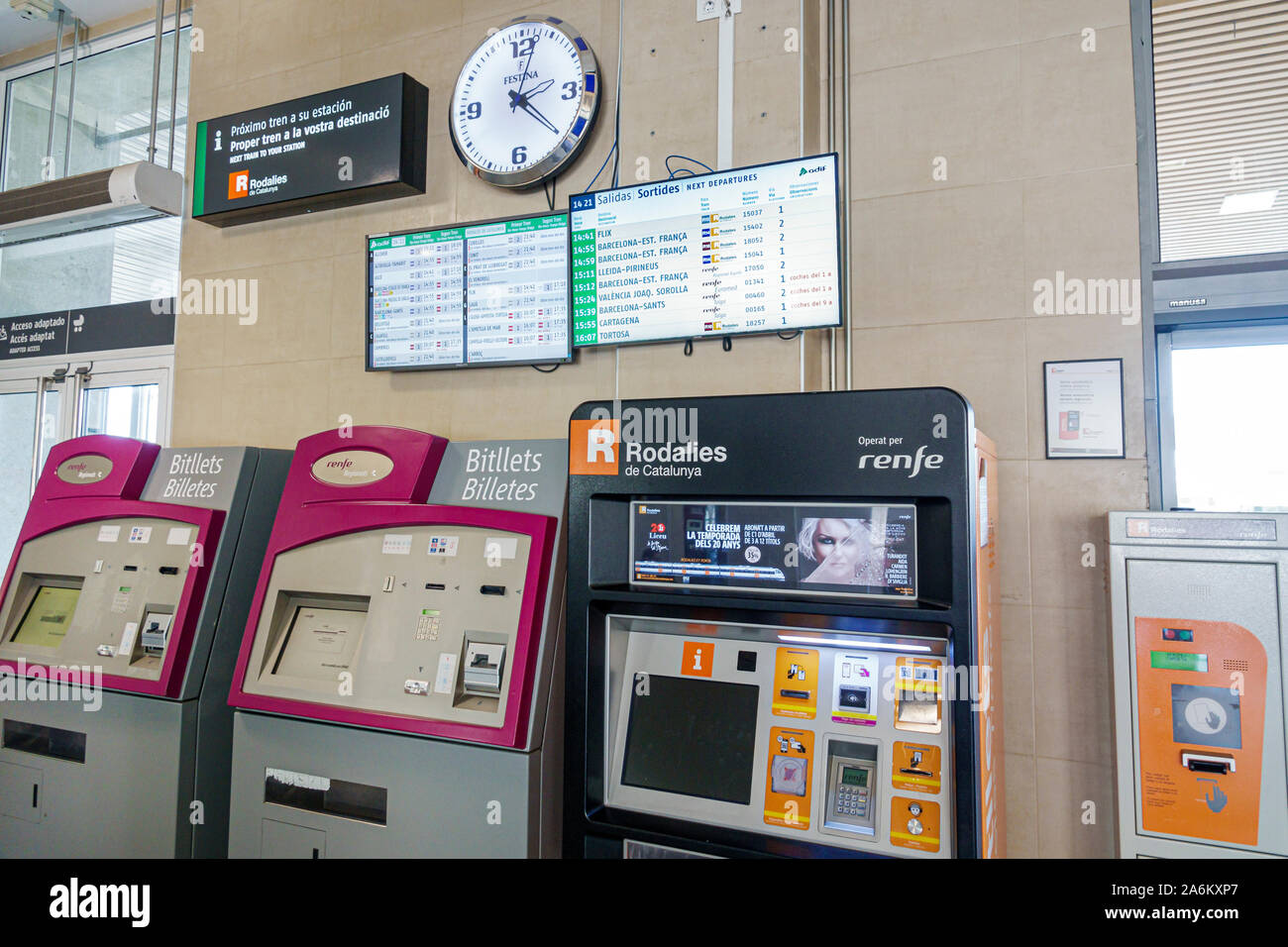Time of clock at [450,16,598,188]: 4:02
